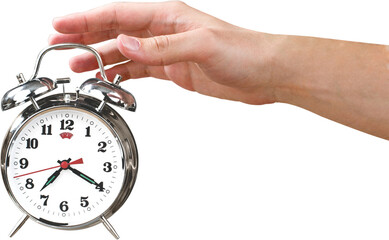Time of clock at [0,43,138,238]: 7:19
